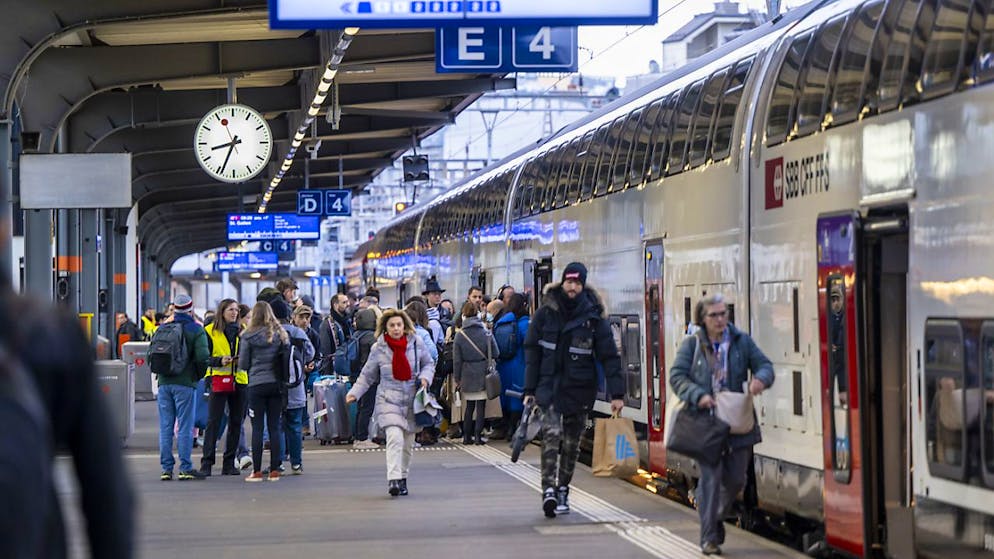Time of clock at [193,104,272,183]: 8:34
